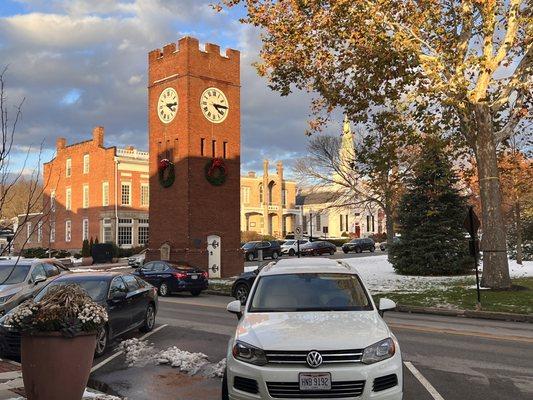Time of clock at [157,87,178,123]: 4:15
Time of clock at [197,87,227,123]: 4:14
